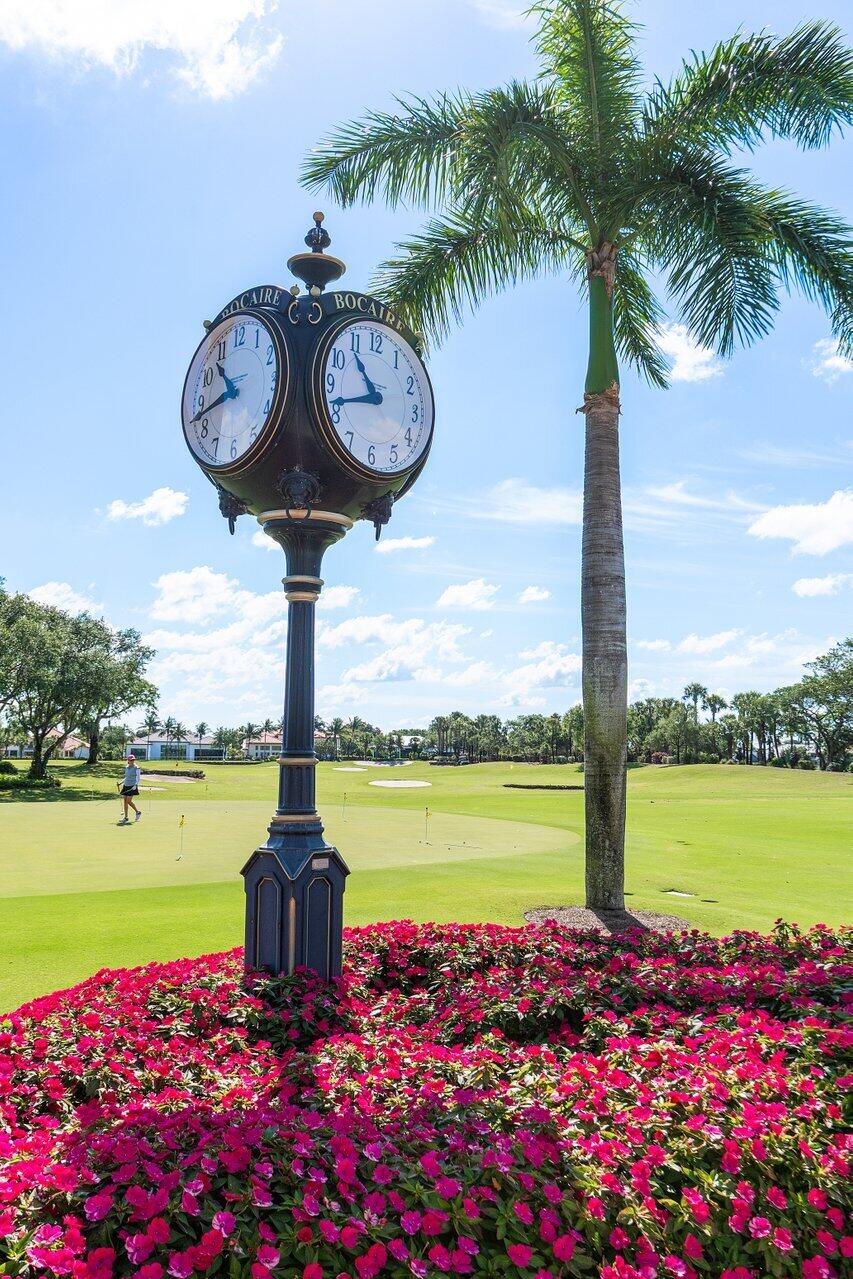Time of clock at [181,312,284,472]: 10:42
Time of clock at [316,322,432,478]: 10:41
